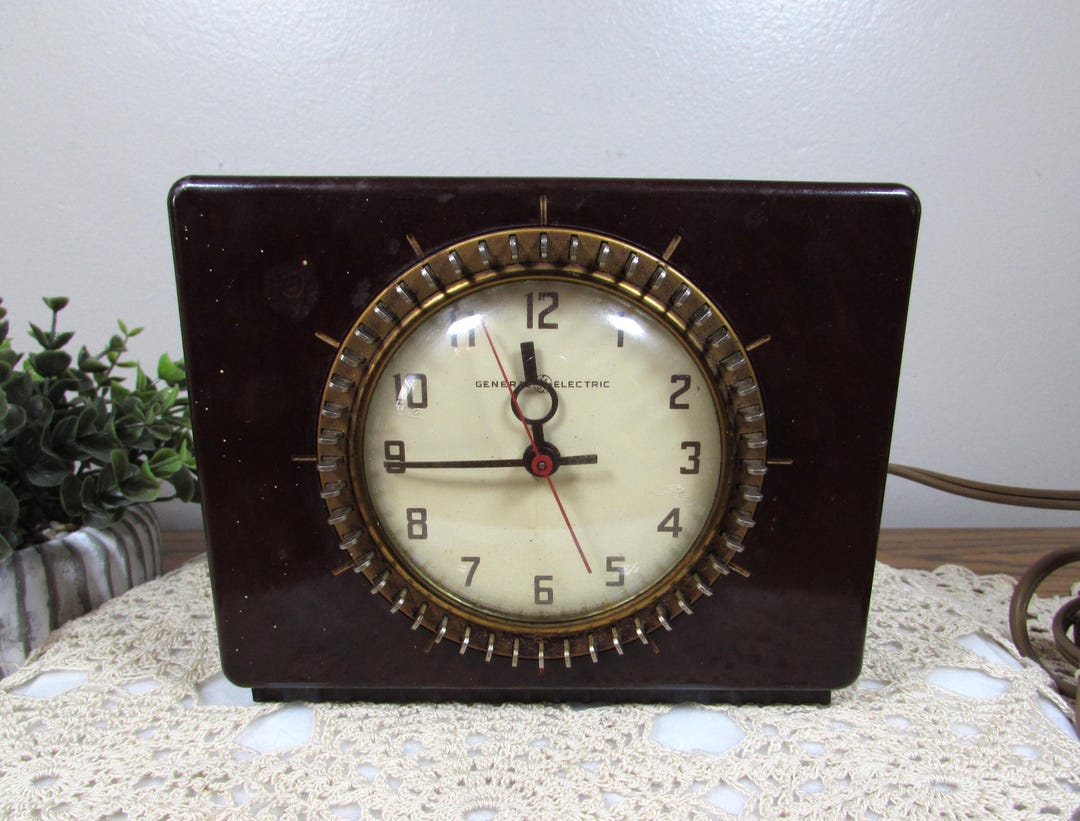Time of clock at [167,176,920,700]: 11:44
